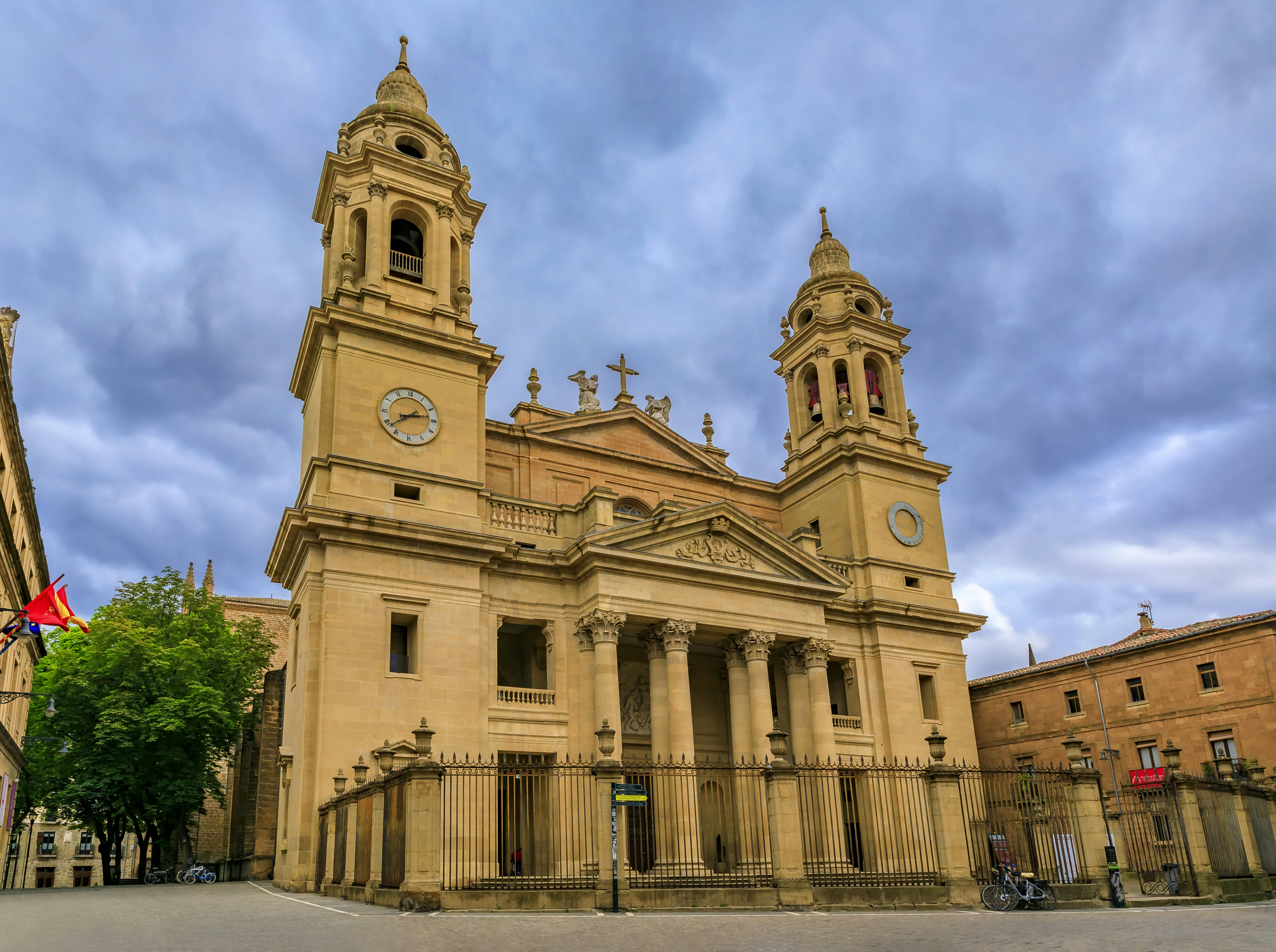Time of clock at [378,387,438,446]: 2:38
